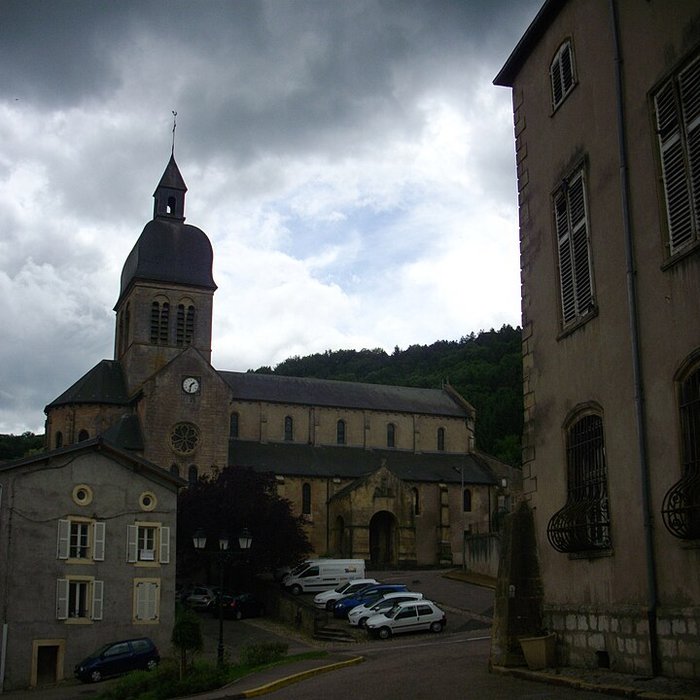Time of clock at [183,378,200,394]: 1:32
